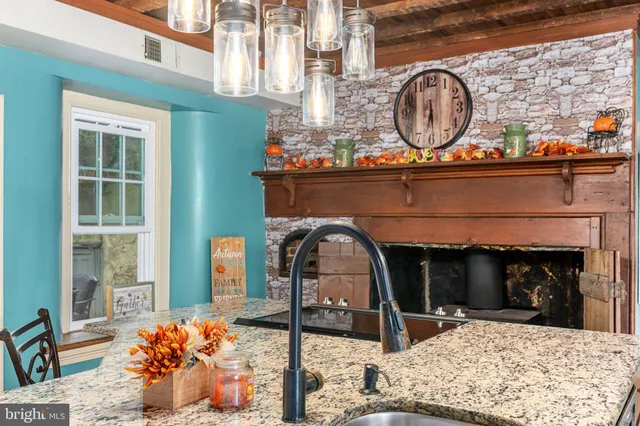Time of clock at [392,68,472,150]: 6:29
